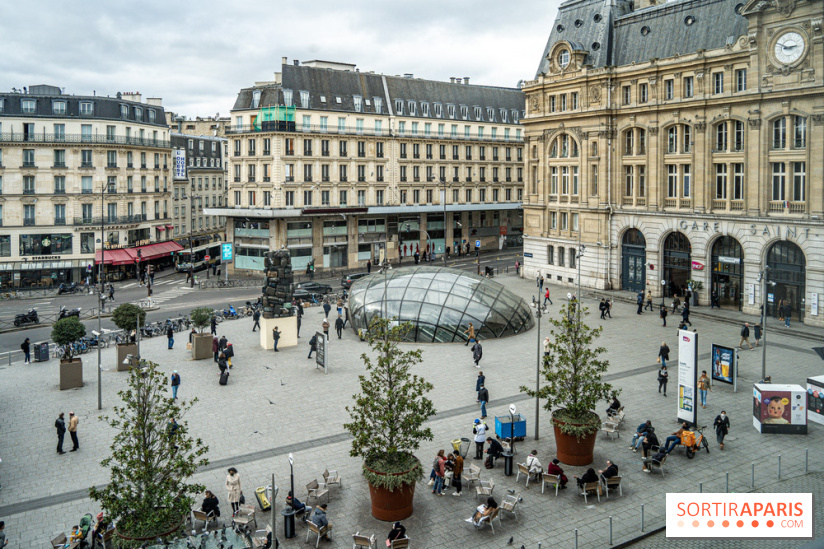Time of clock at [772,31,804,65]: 2:48
